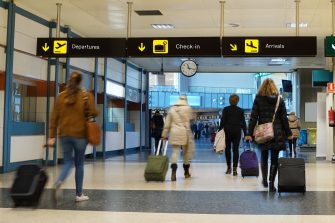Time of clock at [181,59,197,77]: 11:17
